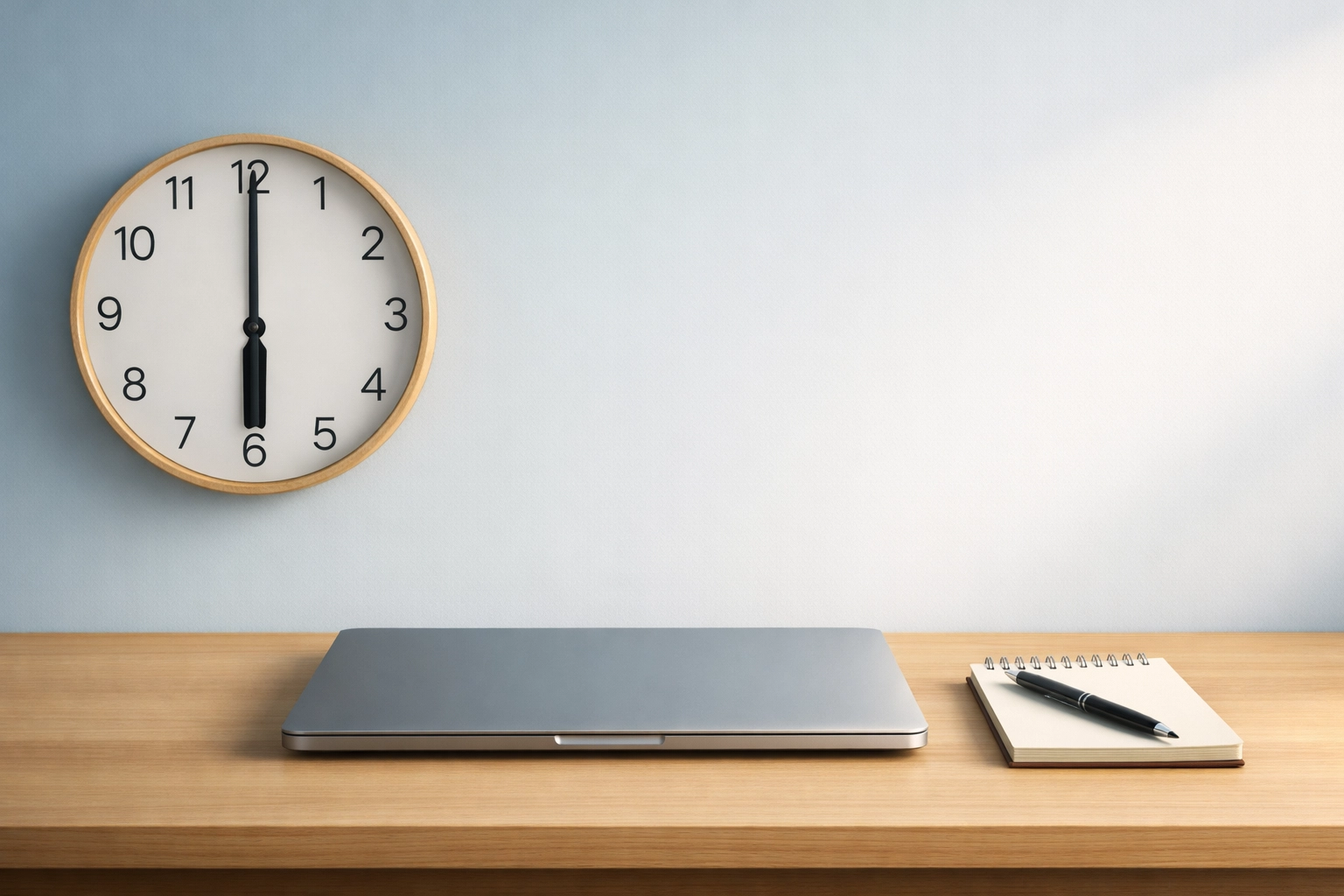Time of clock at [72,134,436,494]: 6:00
